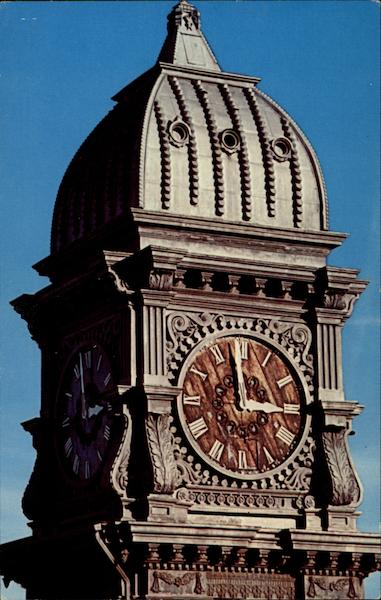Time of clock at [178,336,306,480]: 2:58
